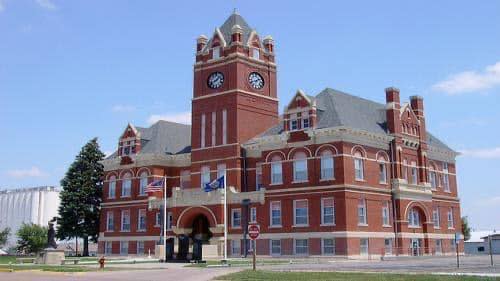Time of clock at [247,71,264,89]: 1:41
